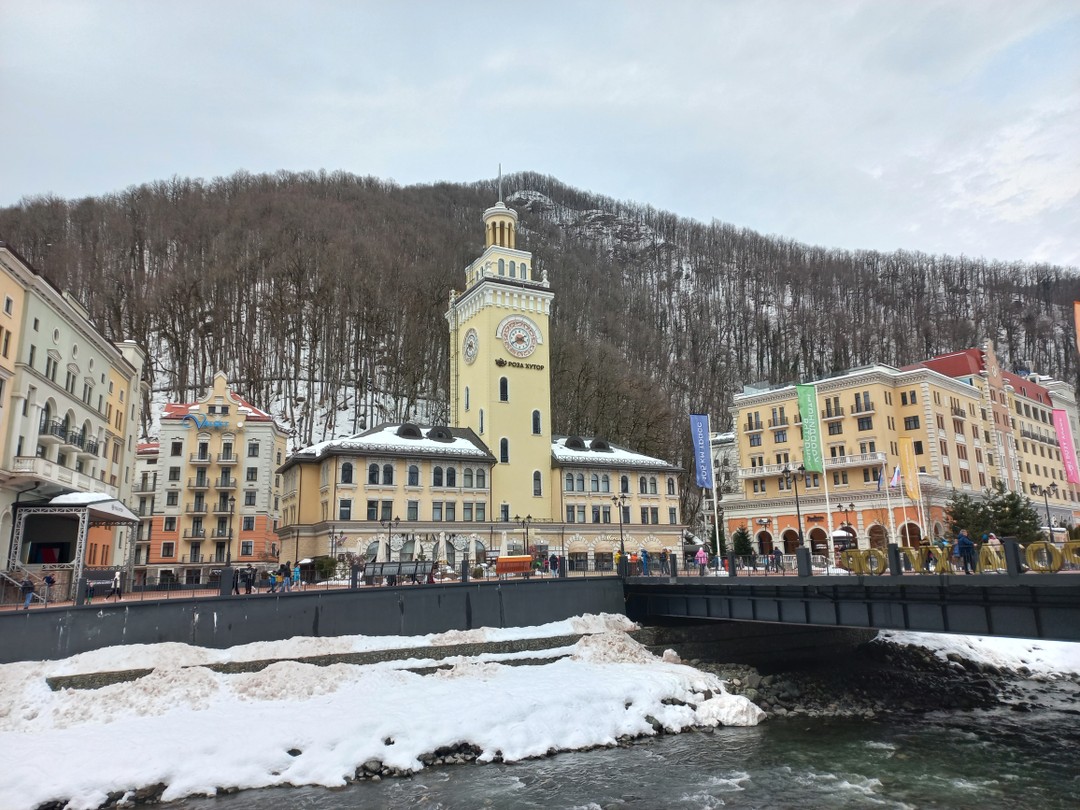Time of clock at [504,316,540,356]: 3:40
